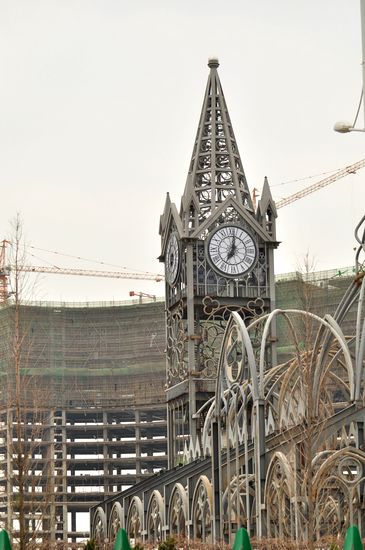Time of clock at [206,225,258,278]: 7:01
